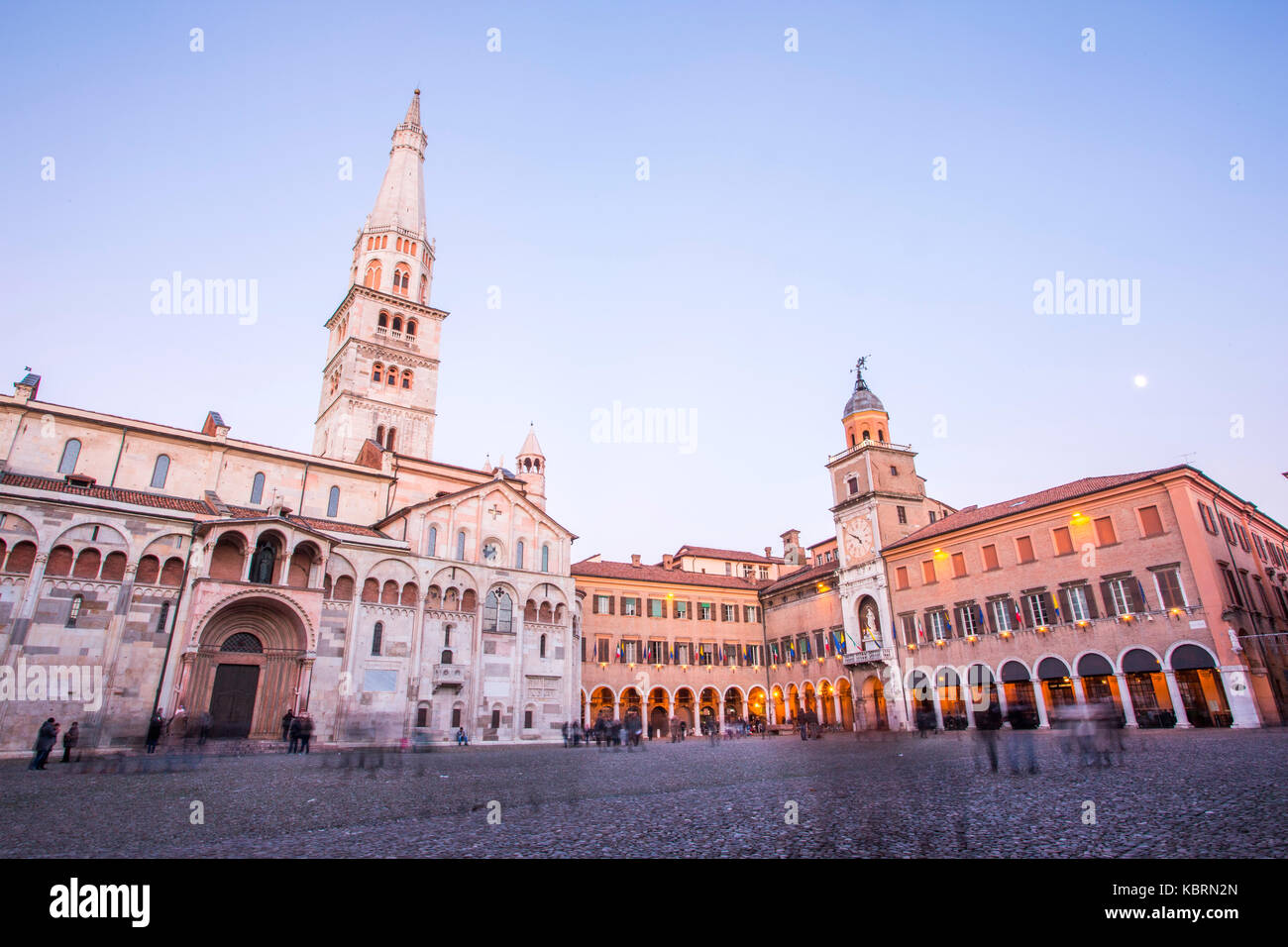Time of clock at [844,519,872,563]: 4:49
